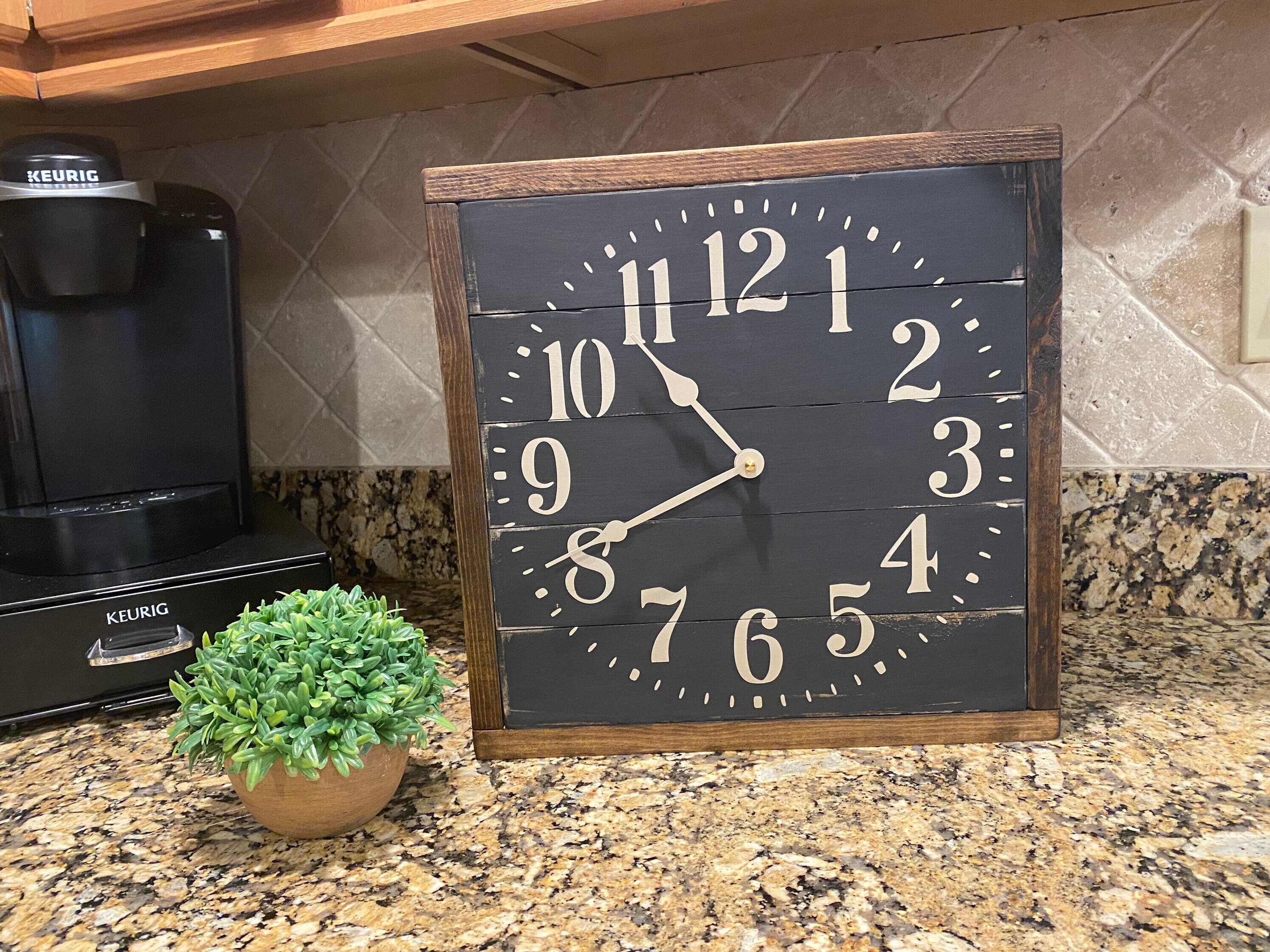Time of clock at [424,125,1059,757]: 10:40
